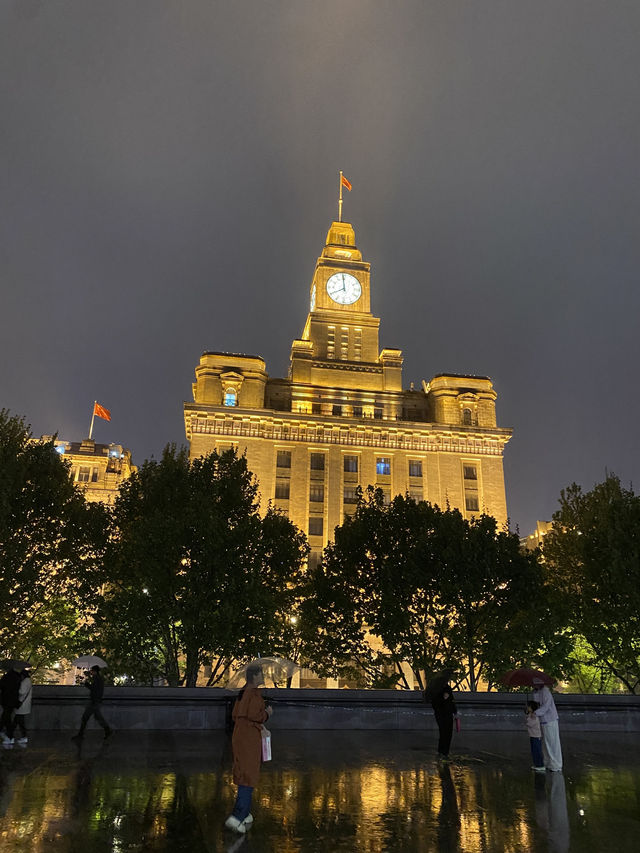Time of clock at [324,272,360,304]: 7:59
